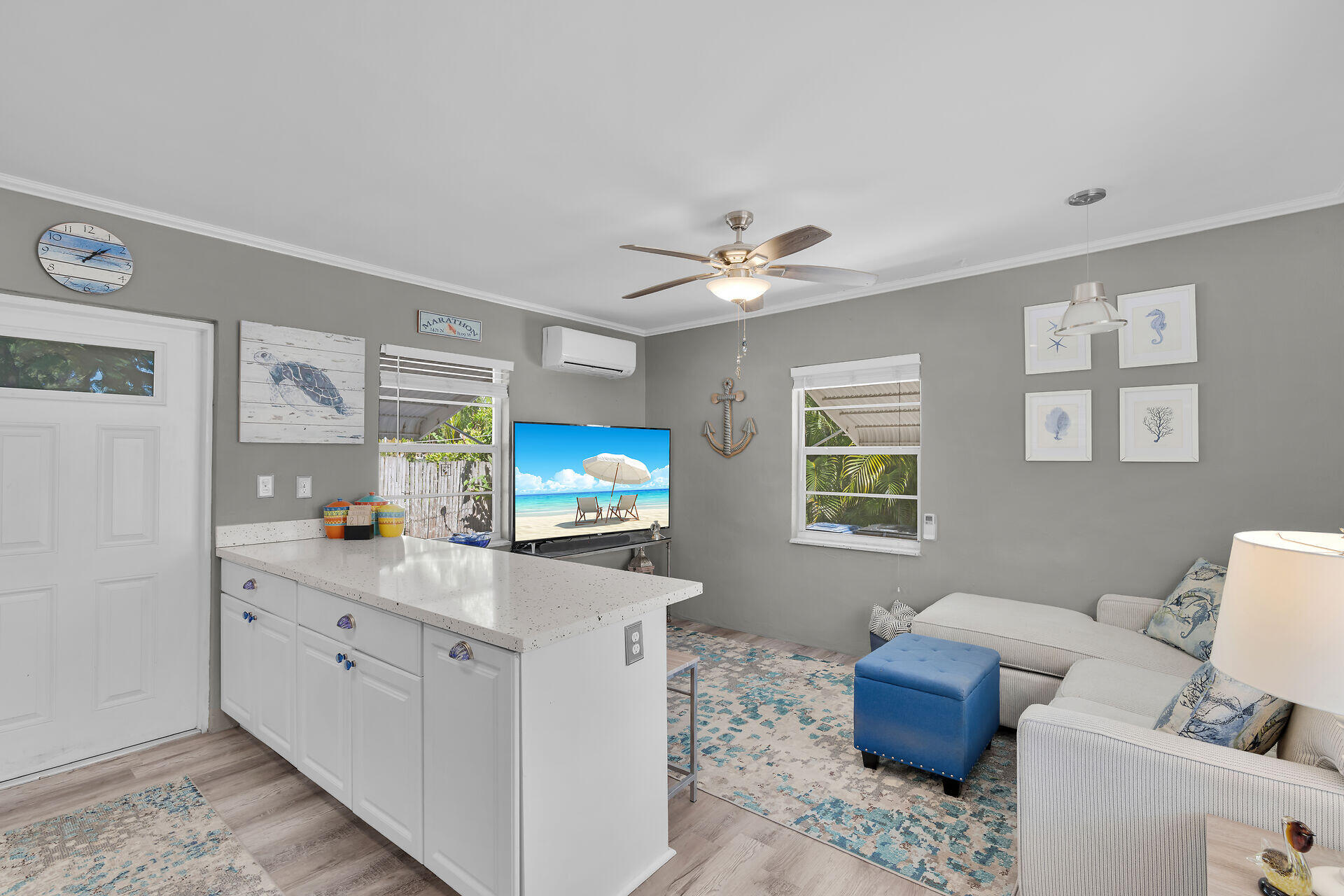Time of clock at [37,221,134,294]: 1:08
